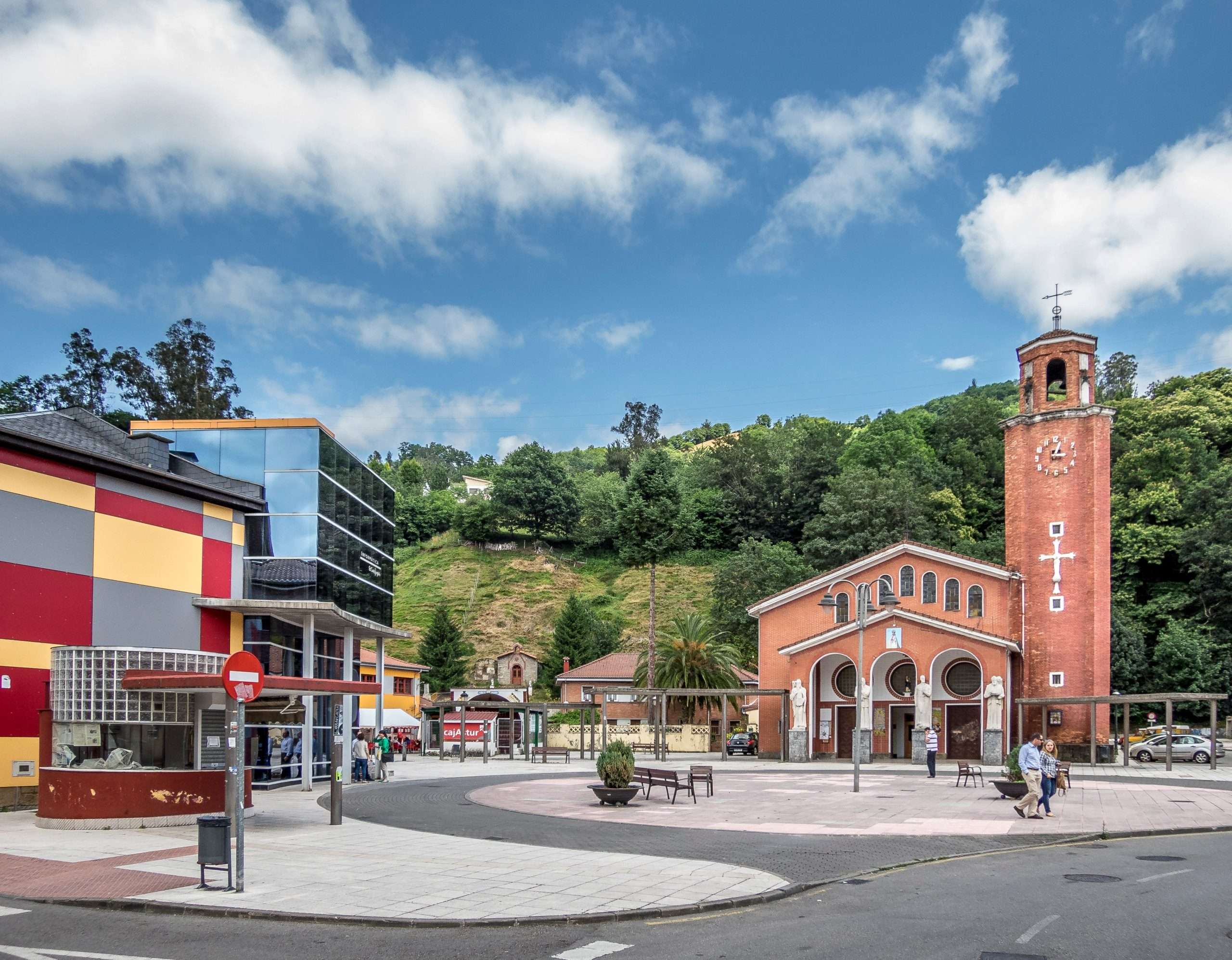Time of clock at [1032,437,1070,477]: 3:04
